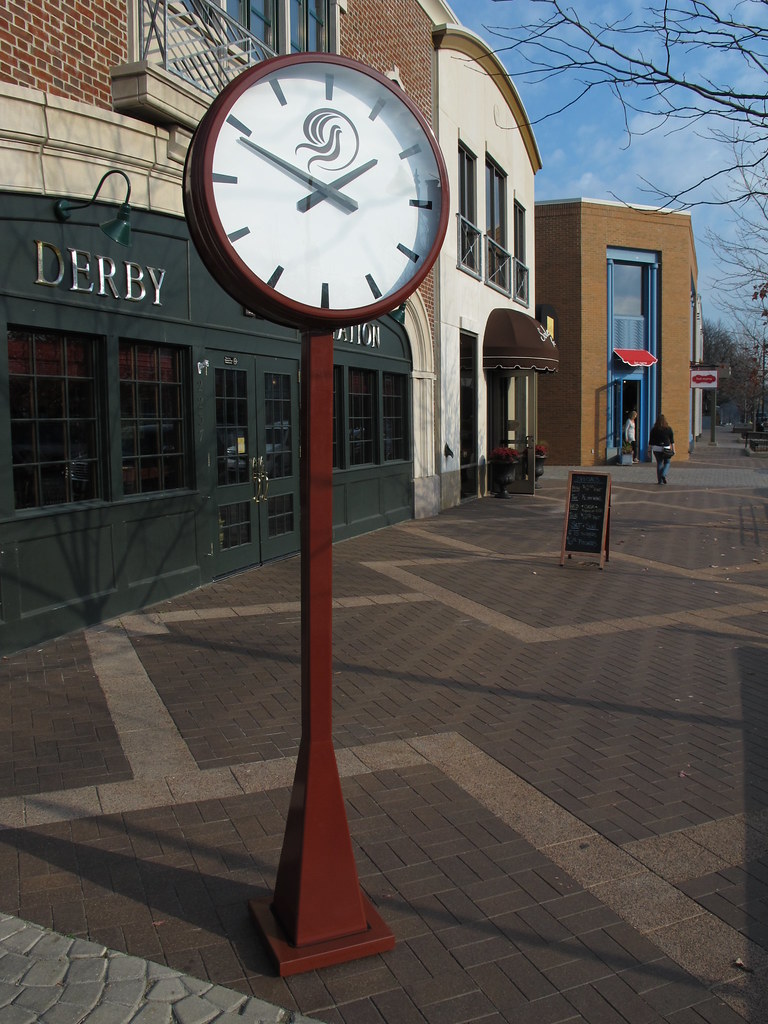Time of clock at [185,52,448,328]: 1:49
